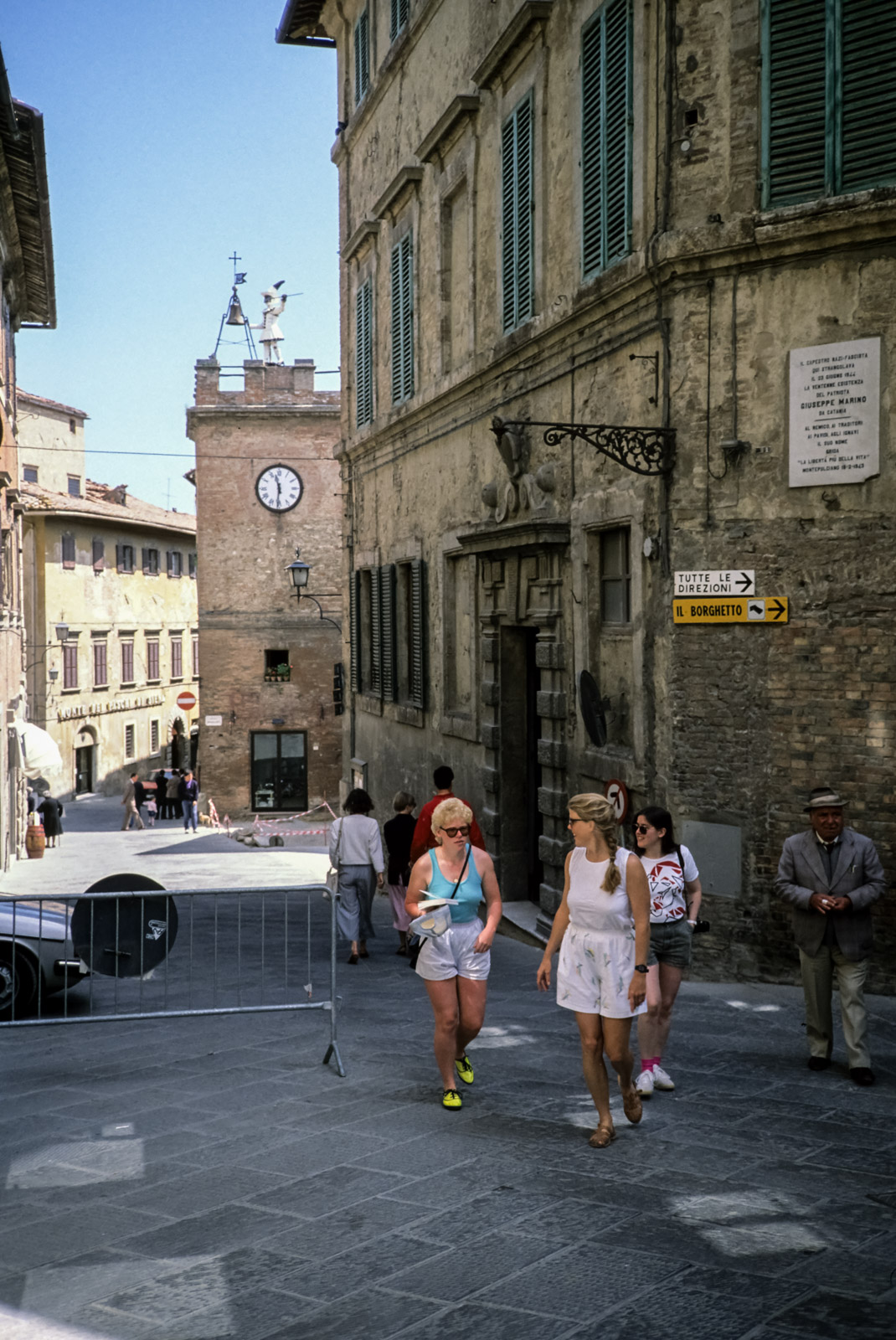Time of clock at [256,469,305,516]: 11:31
